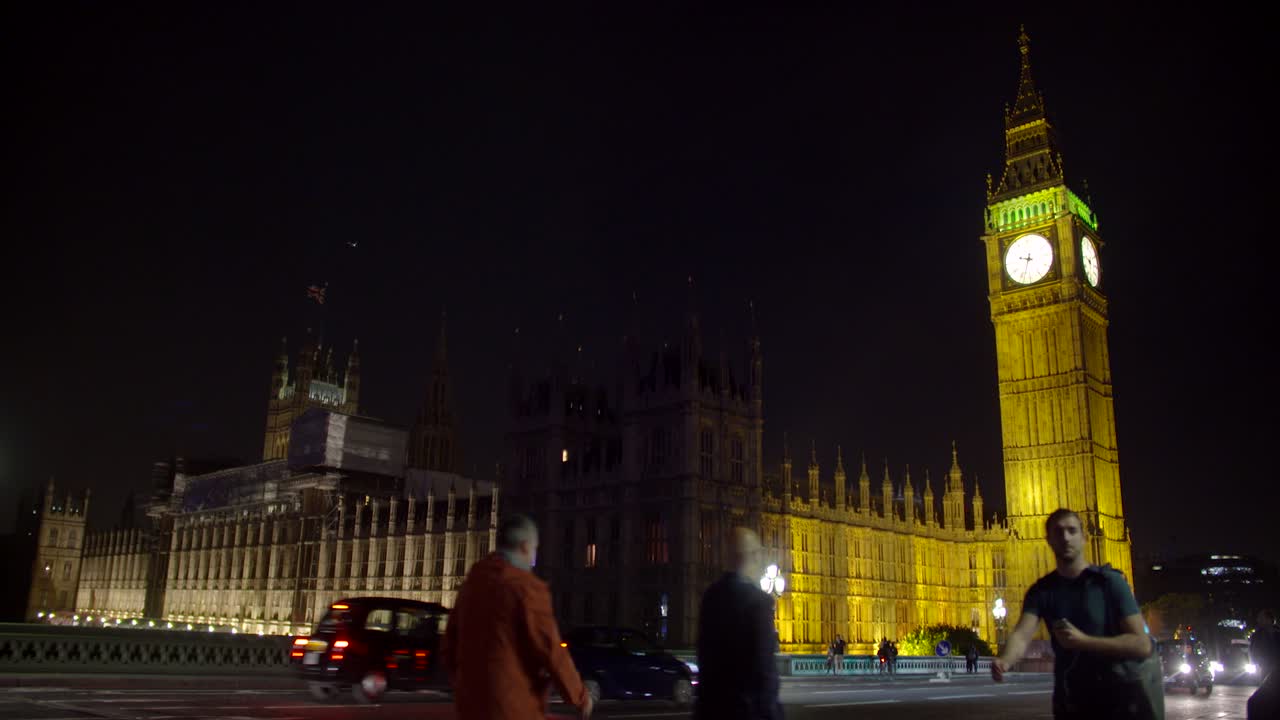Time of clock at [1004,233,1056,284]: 9:33
